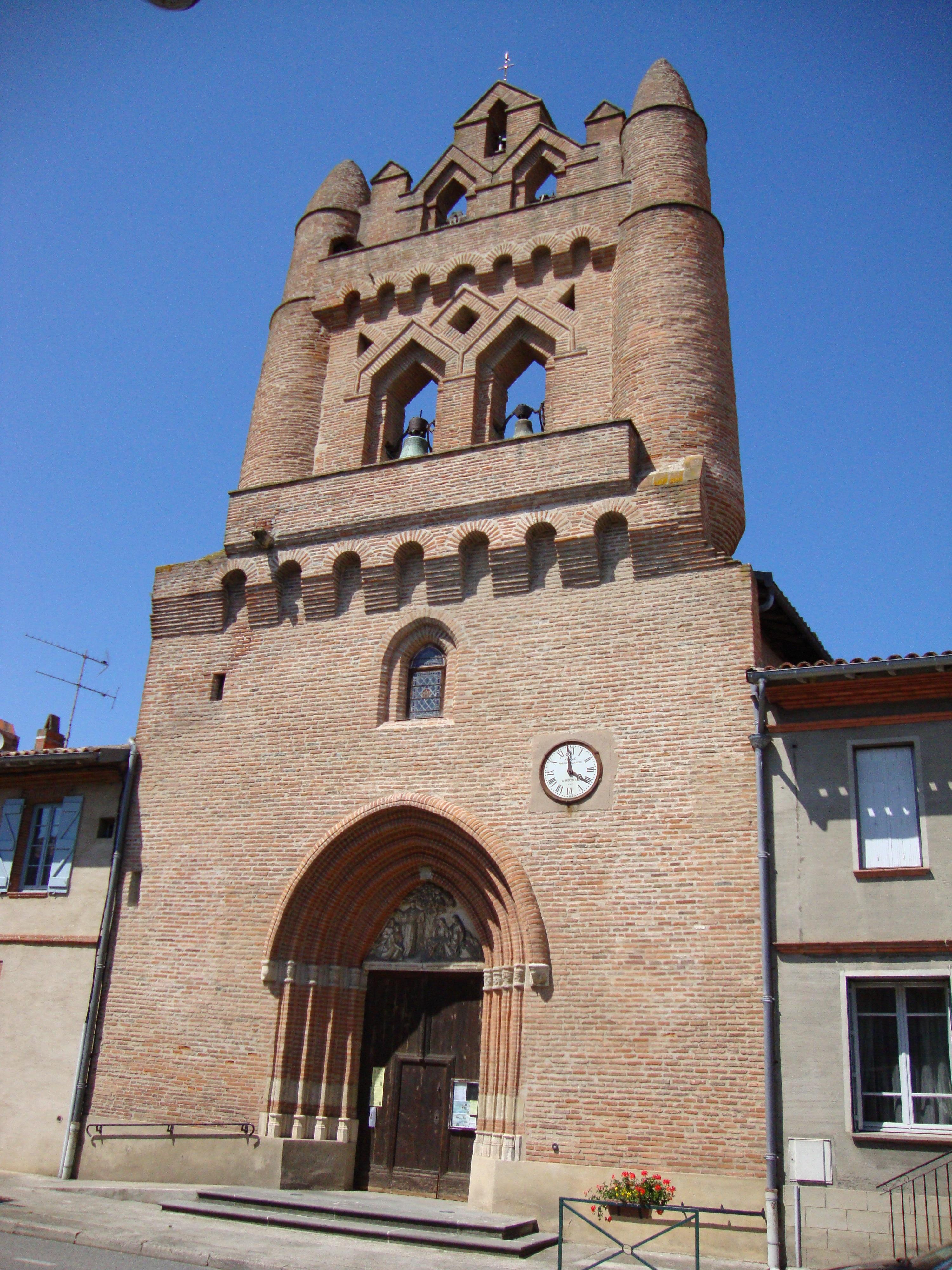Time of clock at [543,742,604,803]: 3:59
